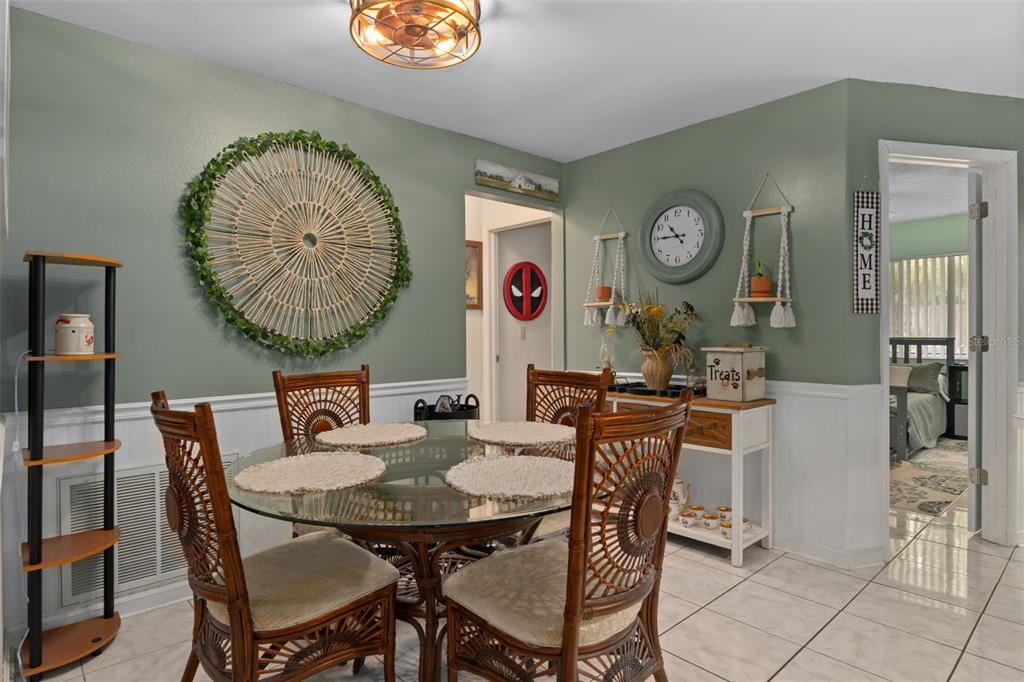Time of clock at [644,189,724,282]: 10:45
